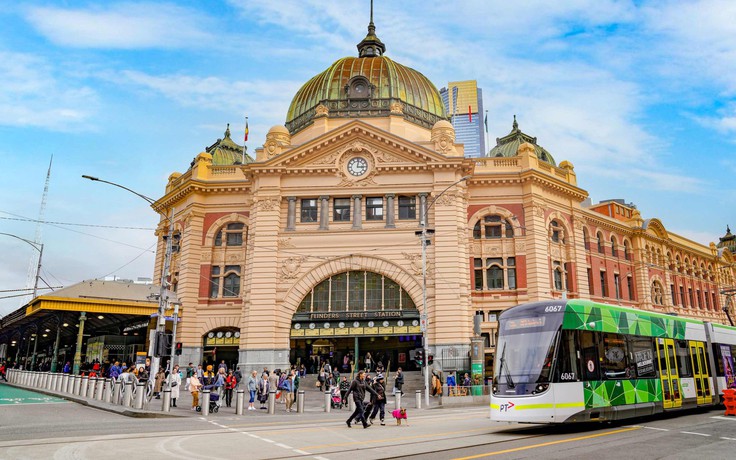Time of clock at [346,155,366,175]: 3:01
